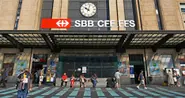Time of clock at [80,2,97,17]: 10:02
